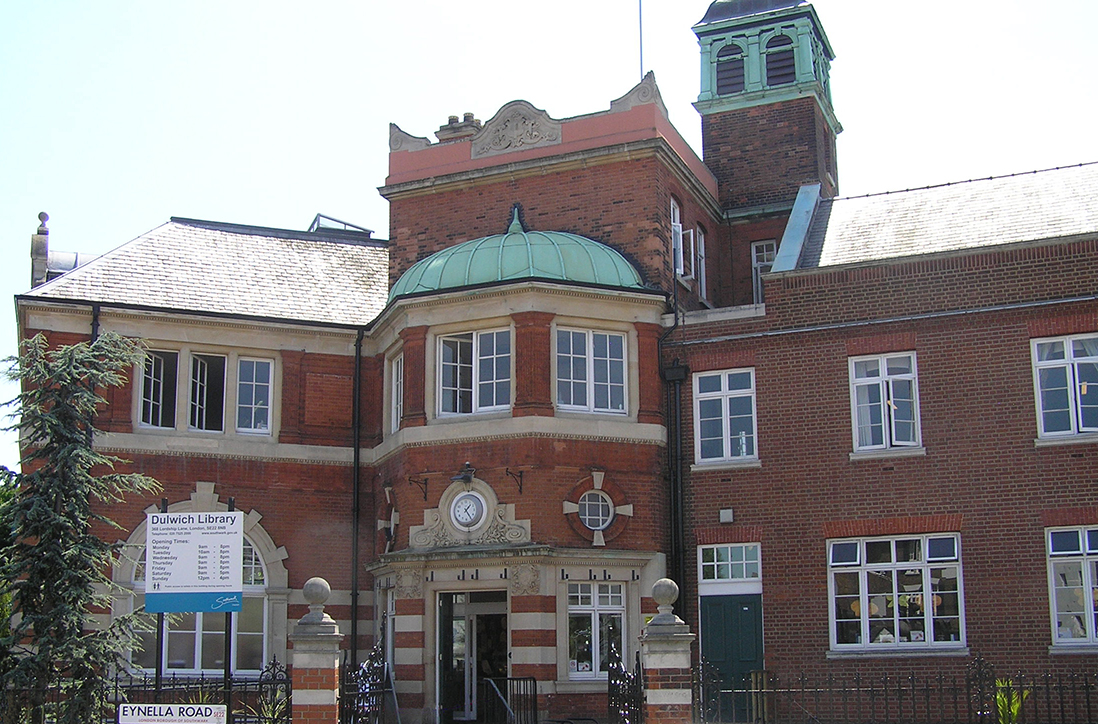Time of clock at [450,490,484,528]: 1:24
